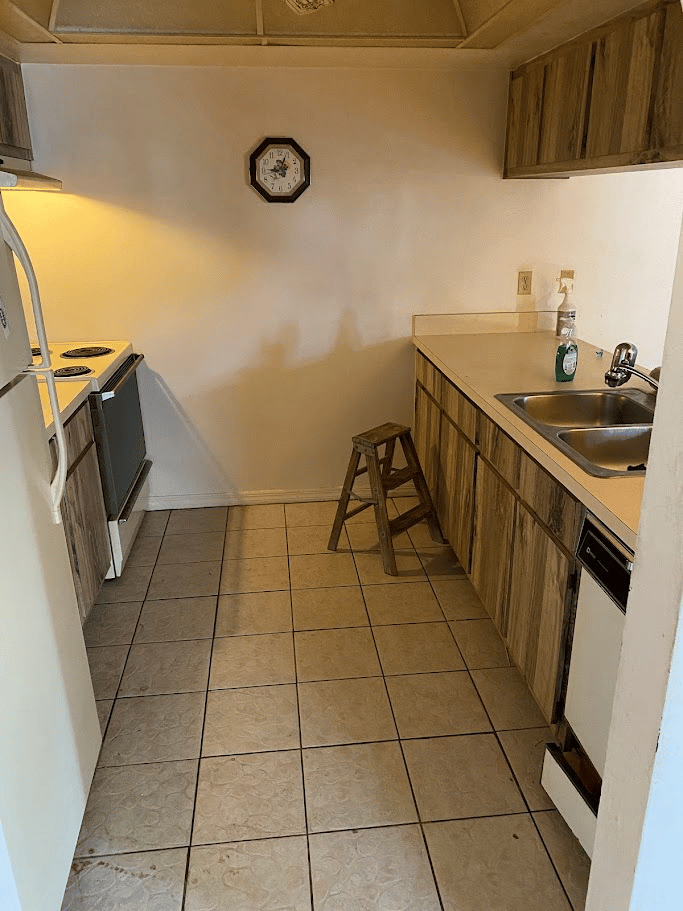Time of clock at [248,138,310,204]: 9:03
